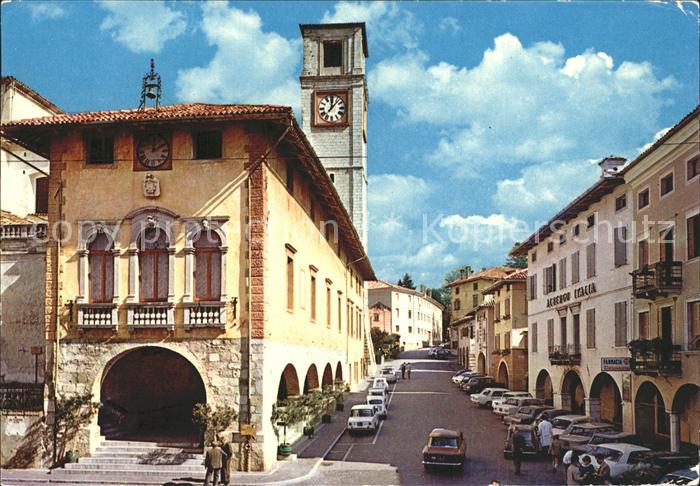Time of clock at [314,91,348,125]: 12:07
